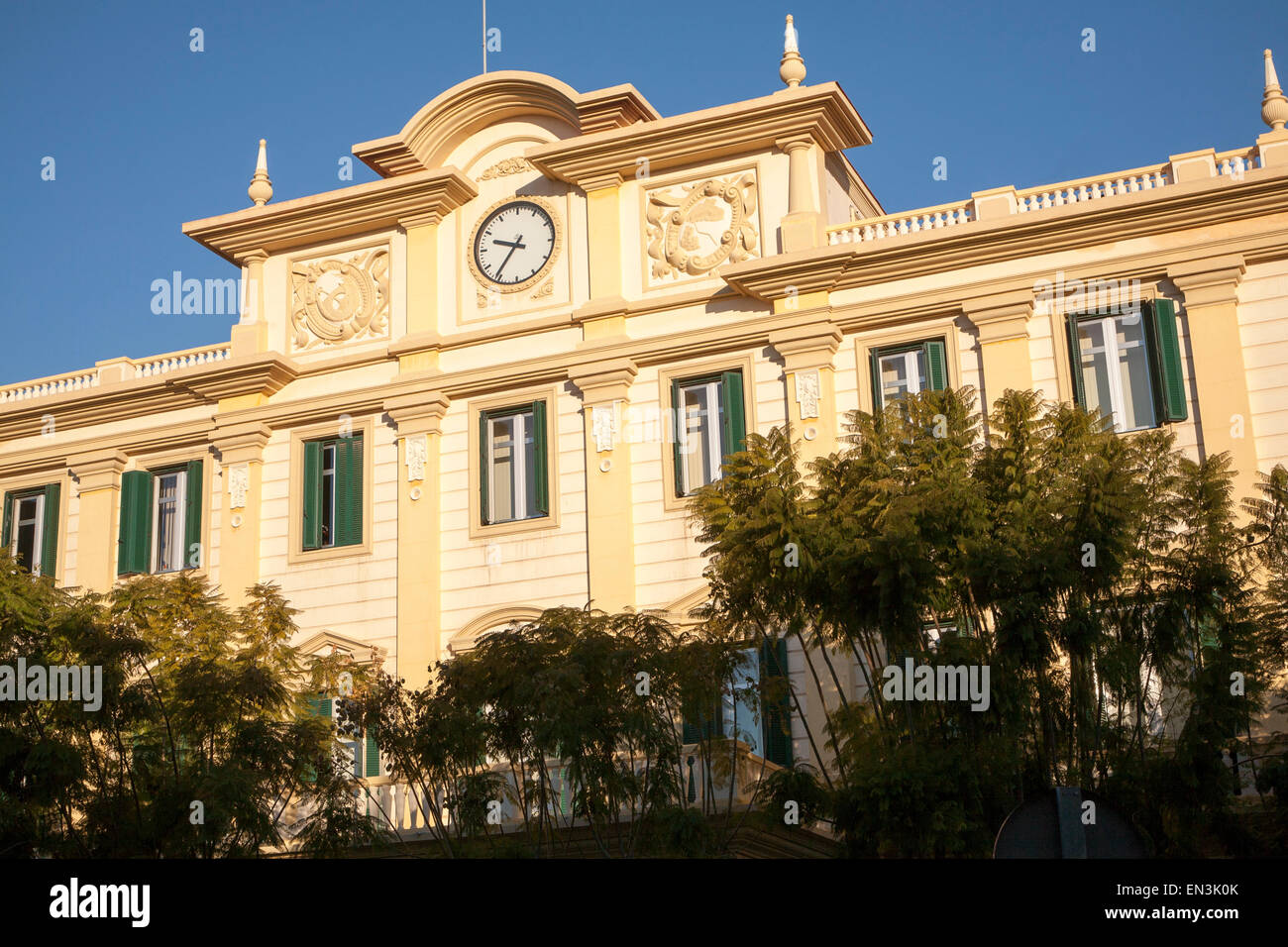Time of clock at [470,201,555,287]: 9:36
